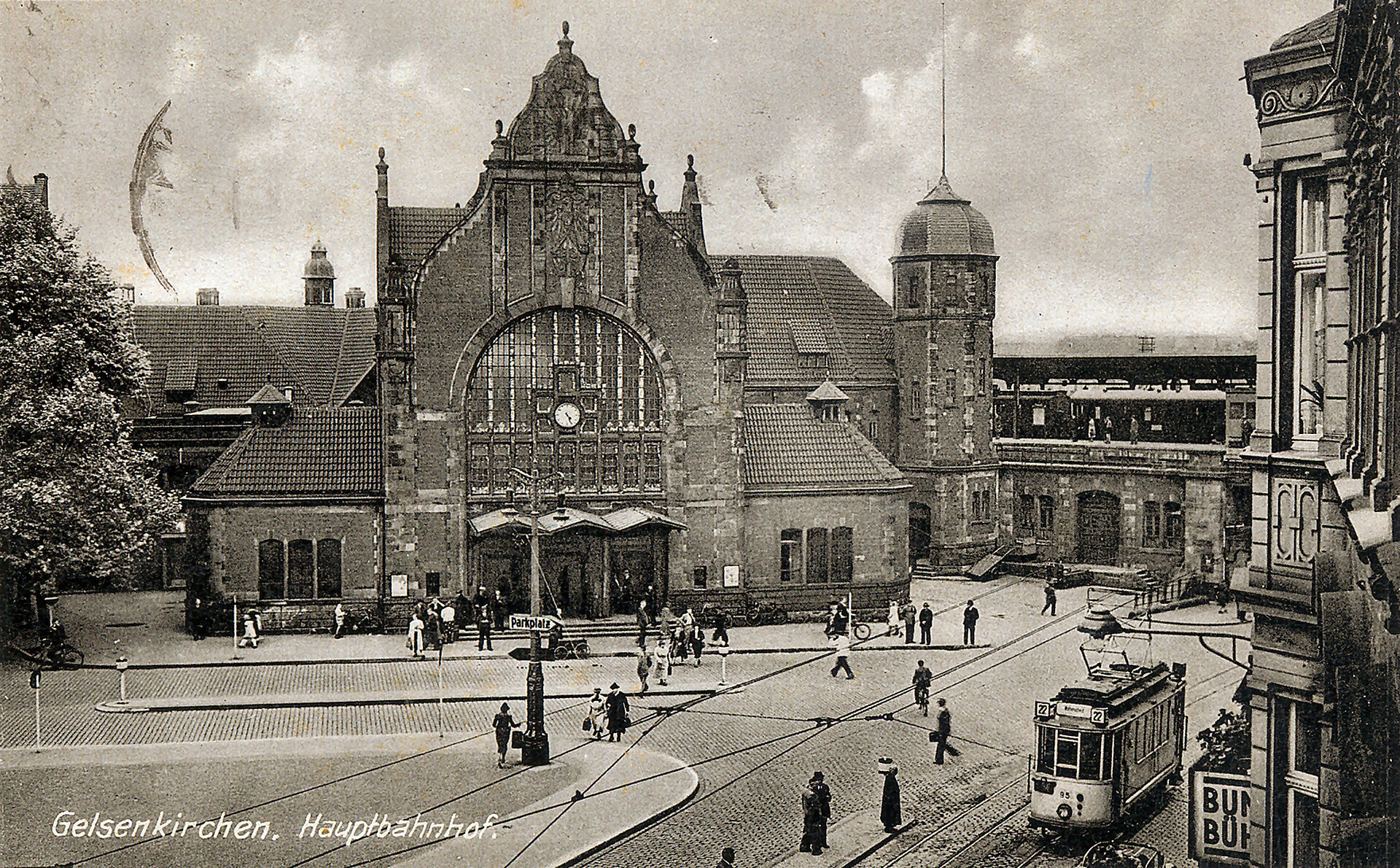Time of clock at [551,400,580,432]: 4:26
